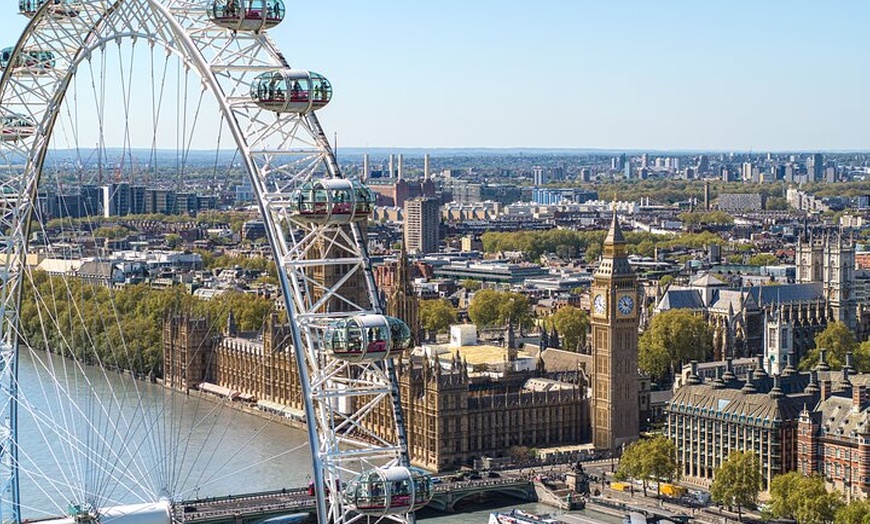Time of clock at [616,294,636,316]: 11:17
